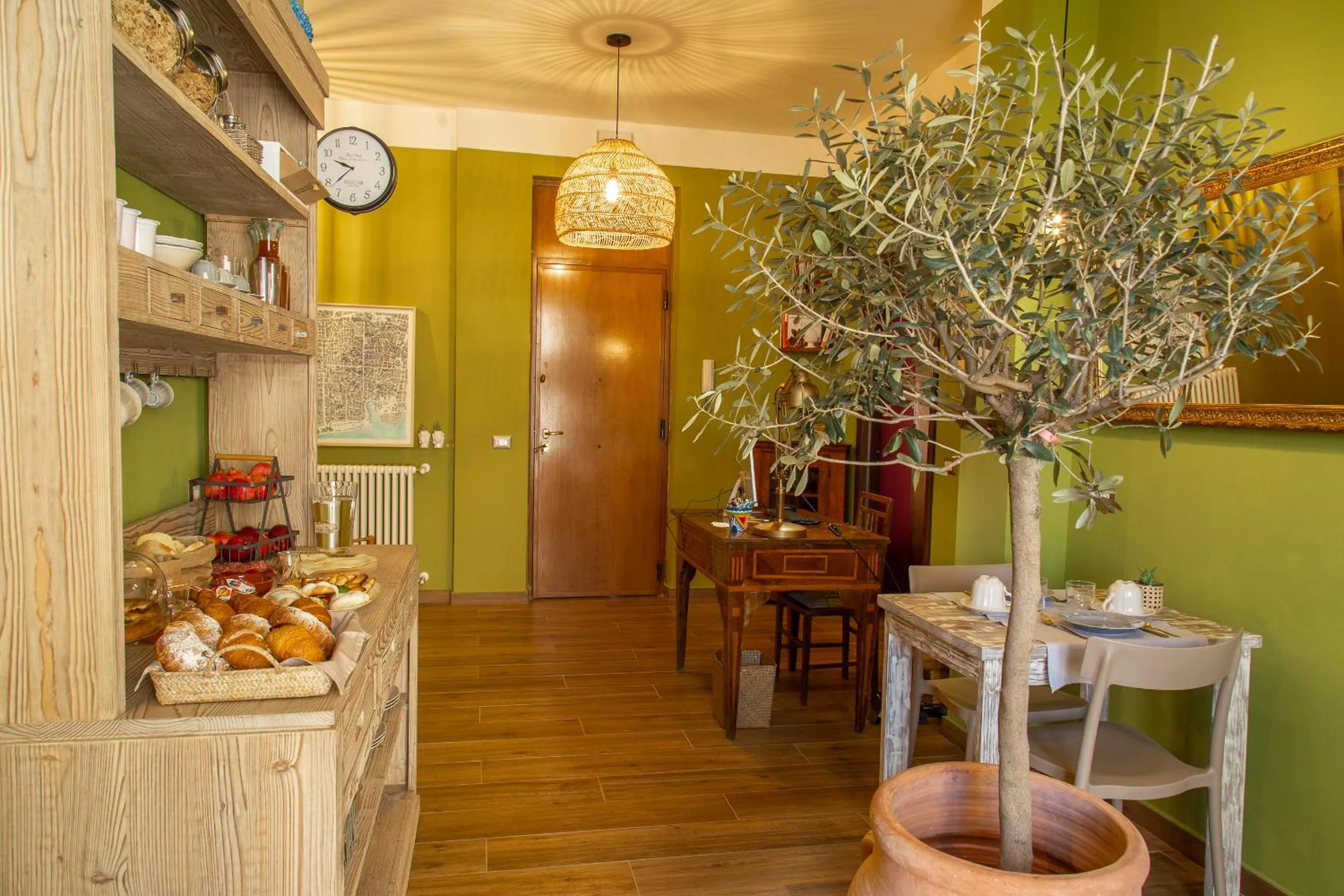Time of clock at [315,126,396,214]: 9:38
